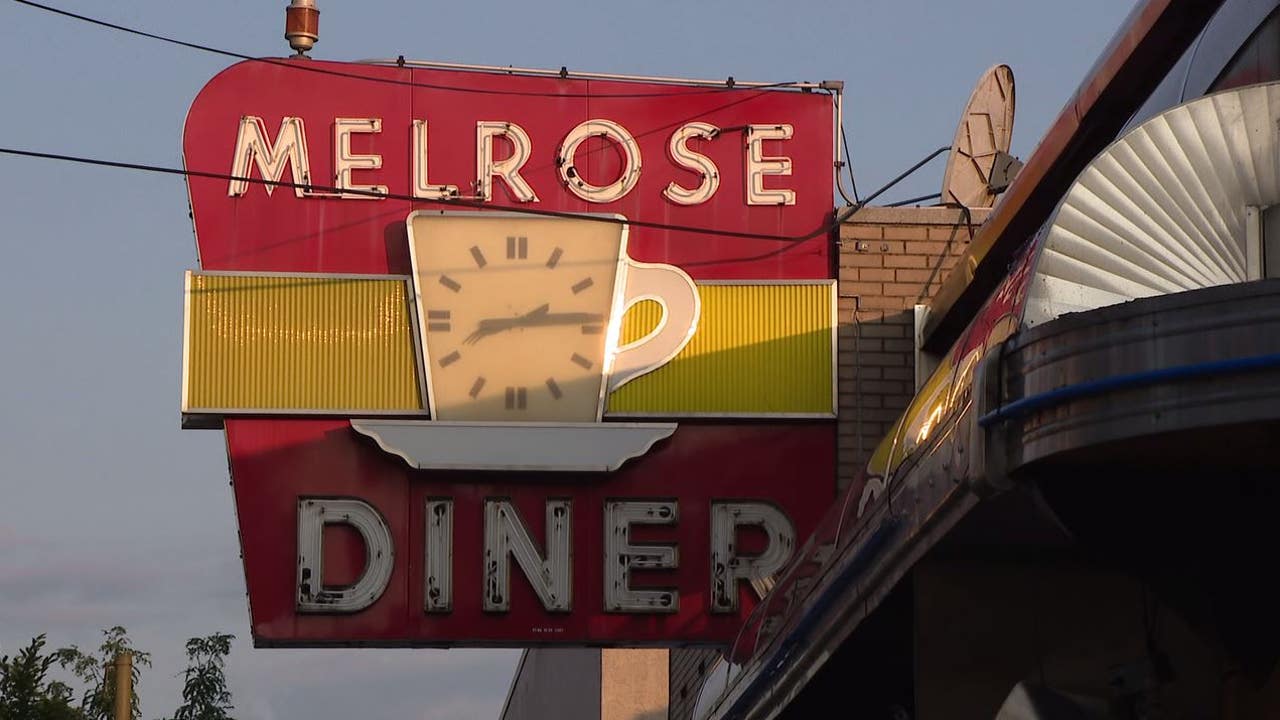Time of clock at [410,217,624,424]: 8:14
